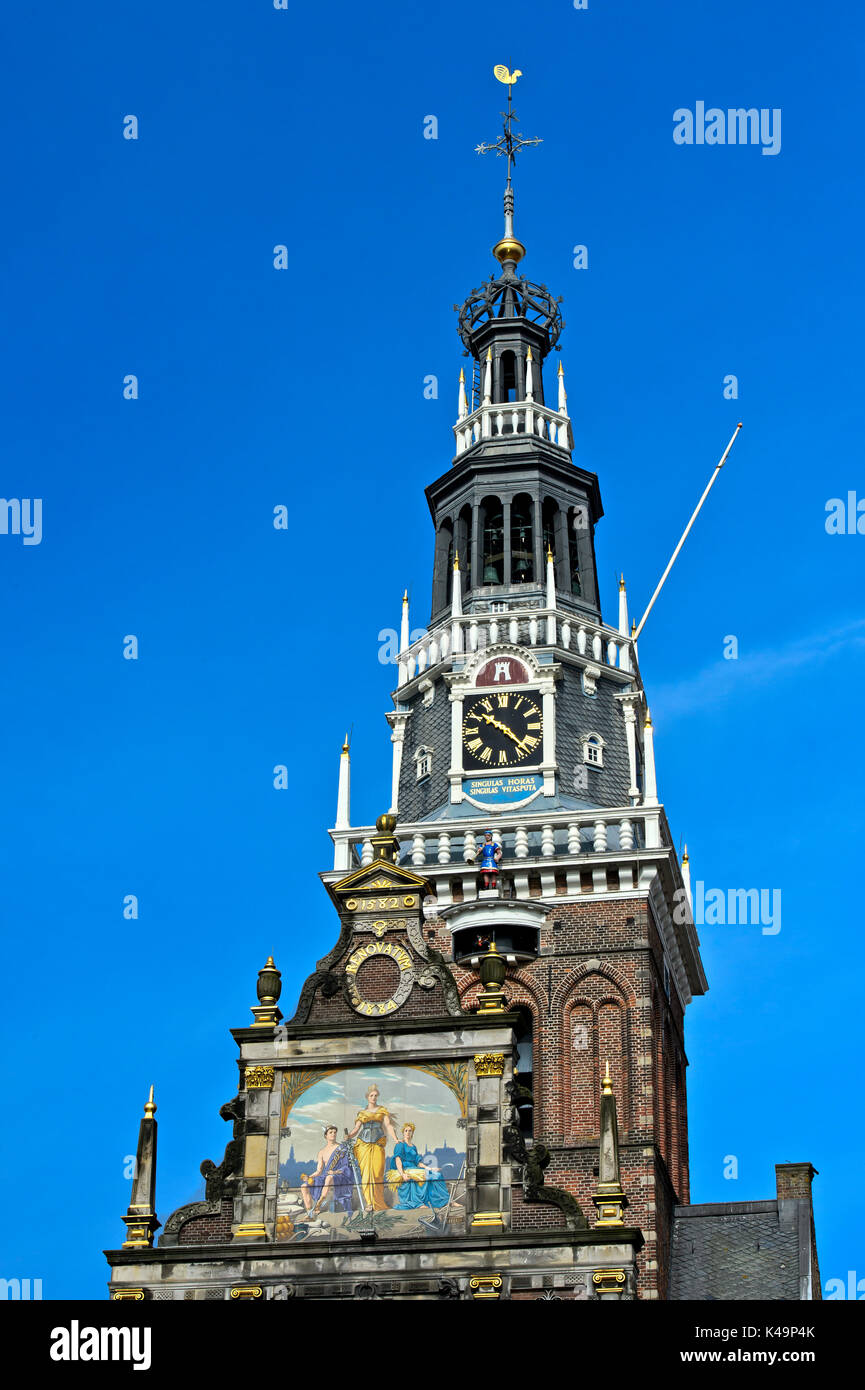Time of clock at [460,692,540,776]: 10:22
